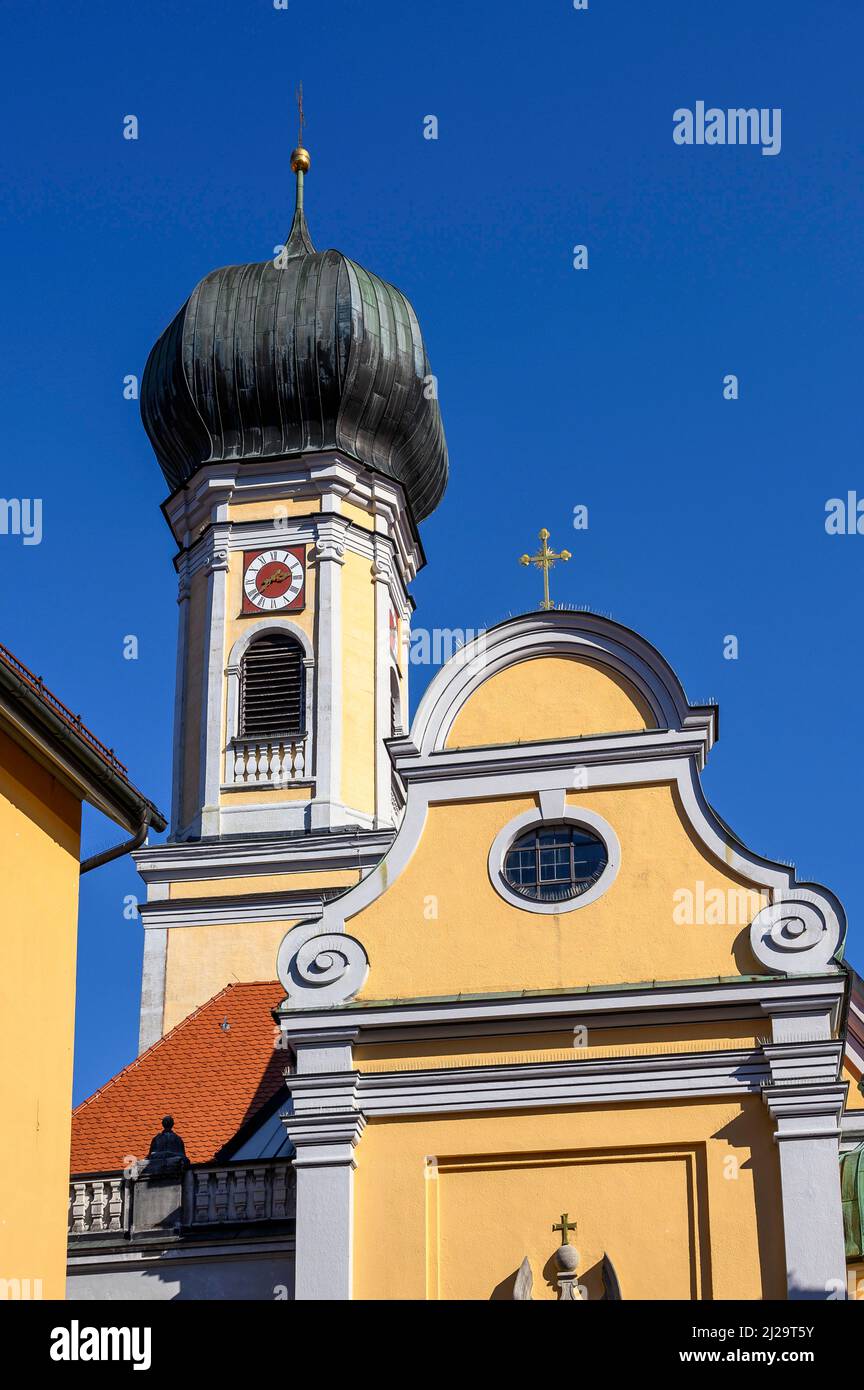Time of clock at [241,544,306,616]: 2:38
